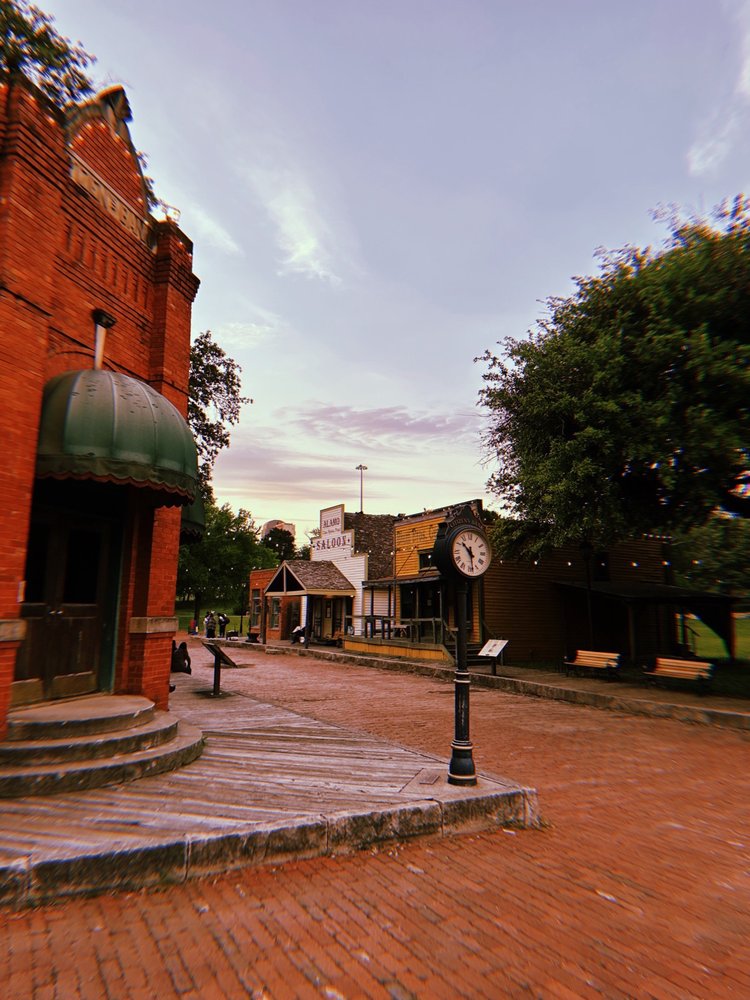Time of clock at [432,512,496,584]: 10:28
